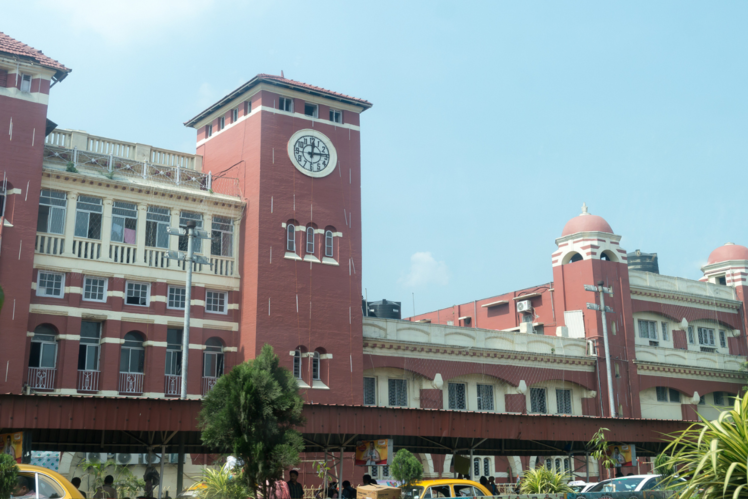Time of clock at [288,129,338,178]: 12:14
